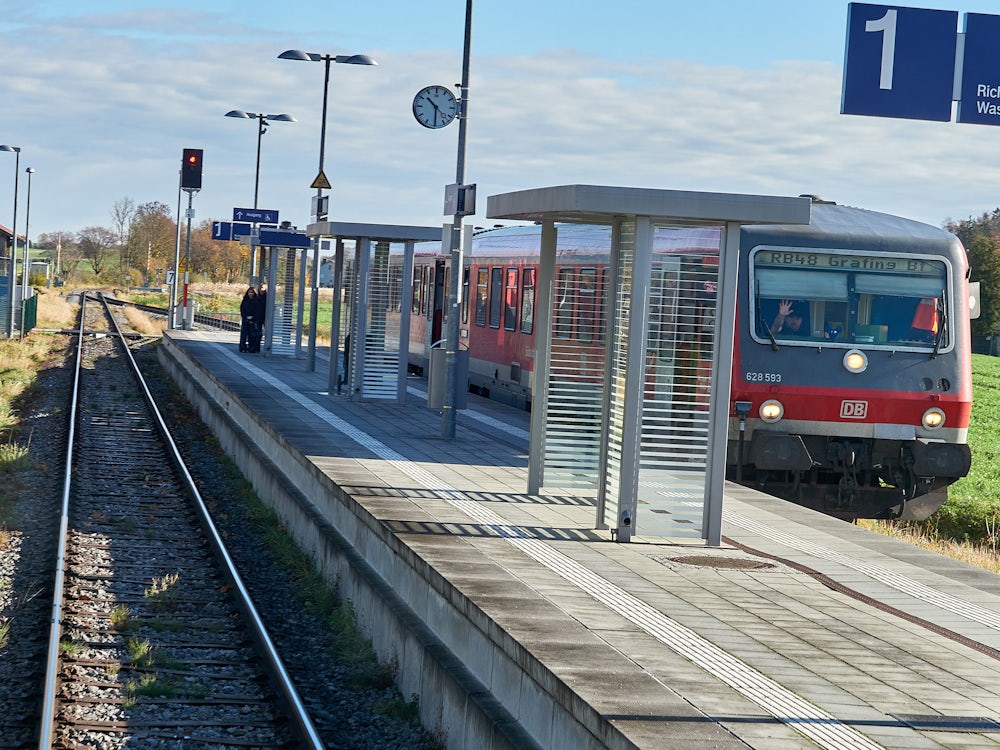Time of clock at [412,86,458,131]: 10:30
